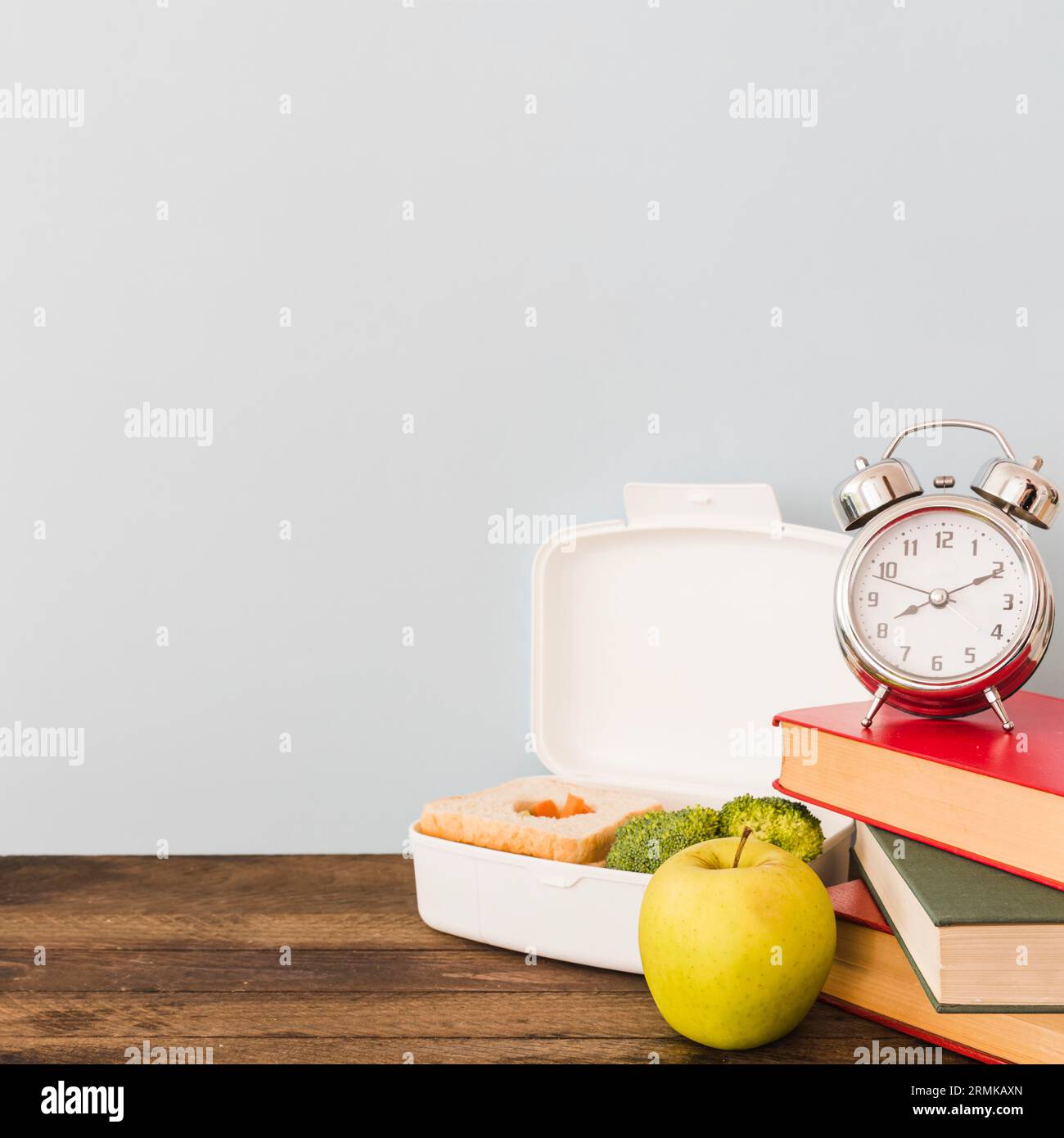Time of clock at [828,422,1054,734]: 8:10
